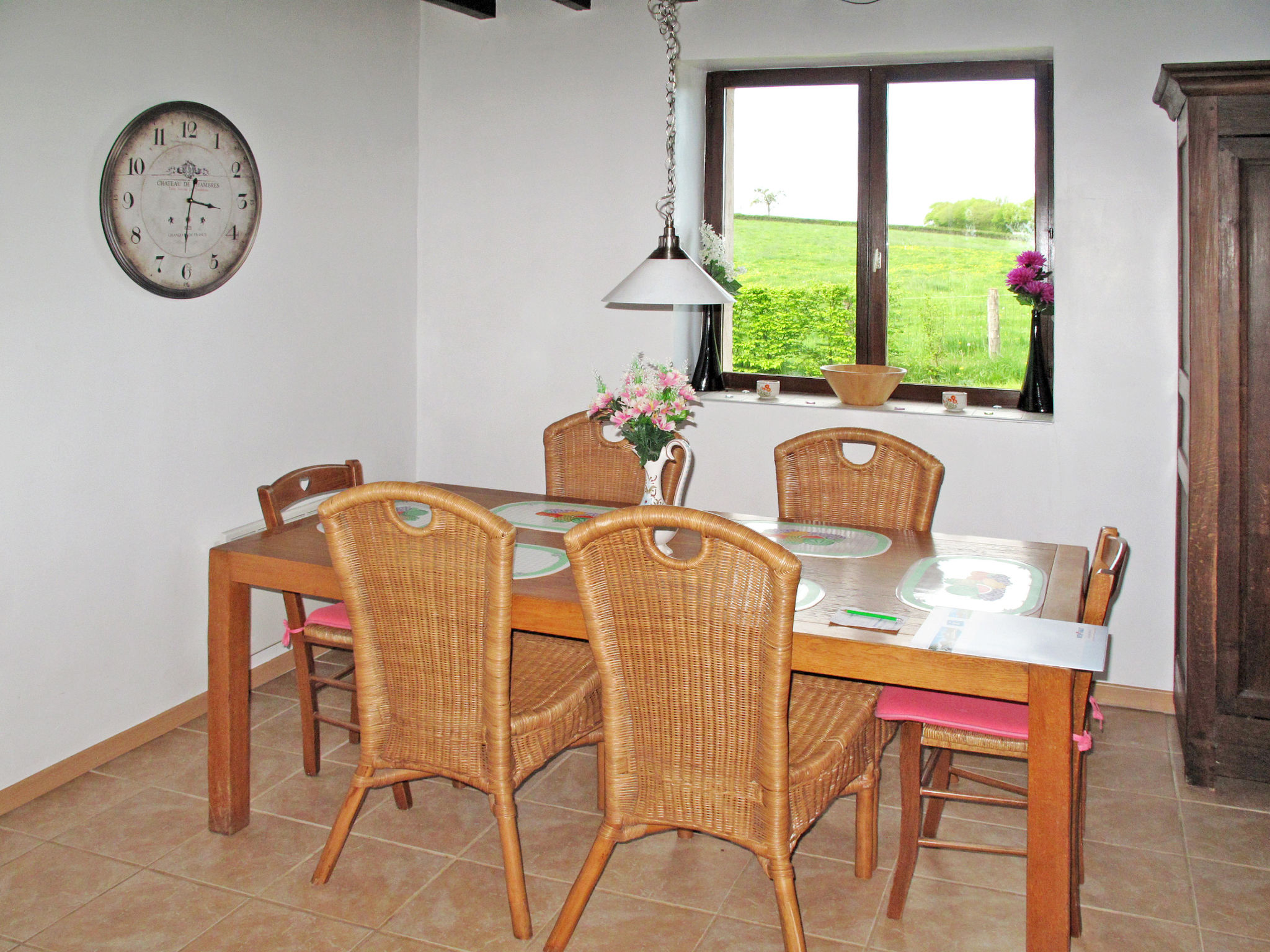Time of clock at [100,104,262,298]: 3:31
